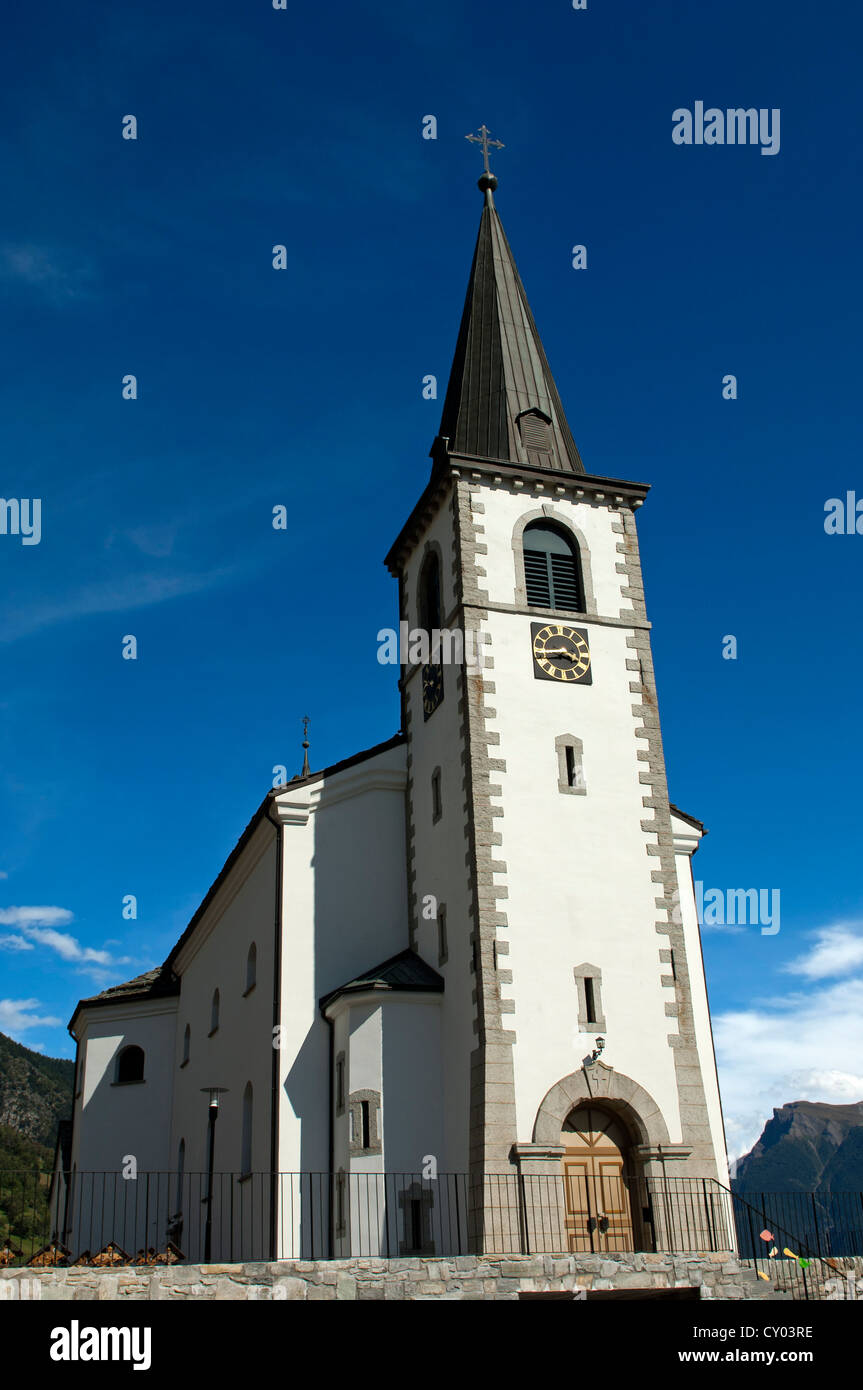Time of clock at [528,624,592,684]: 3:43
